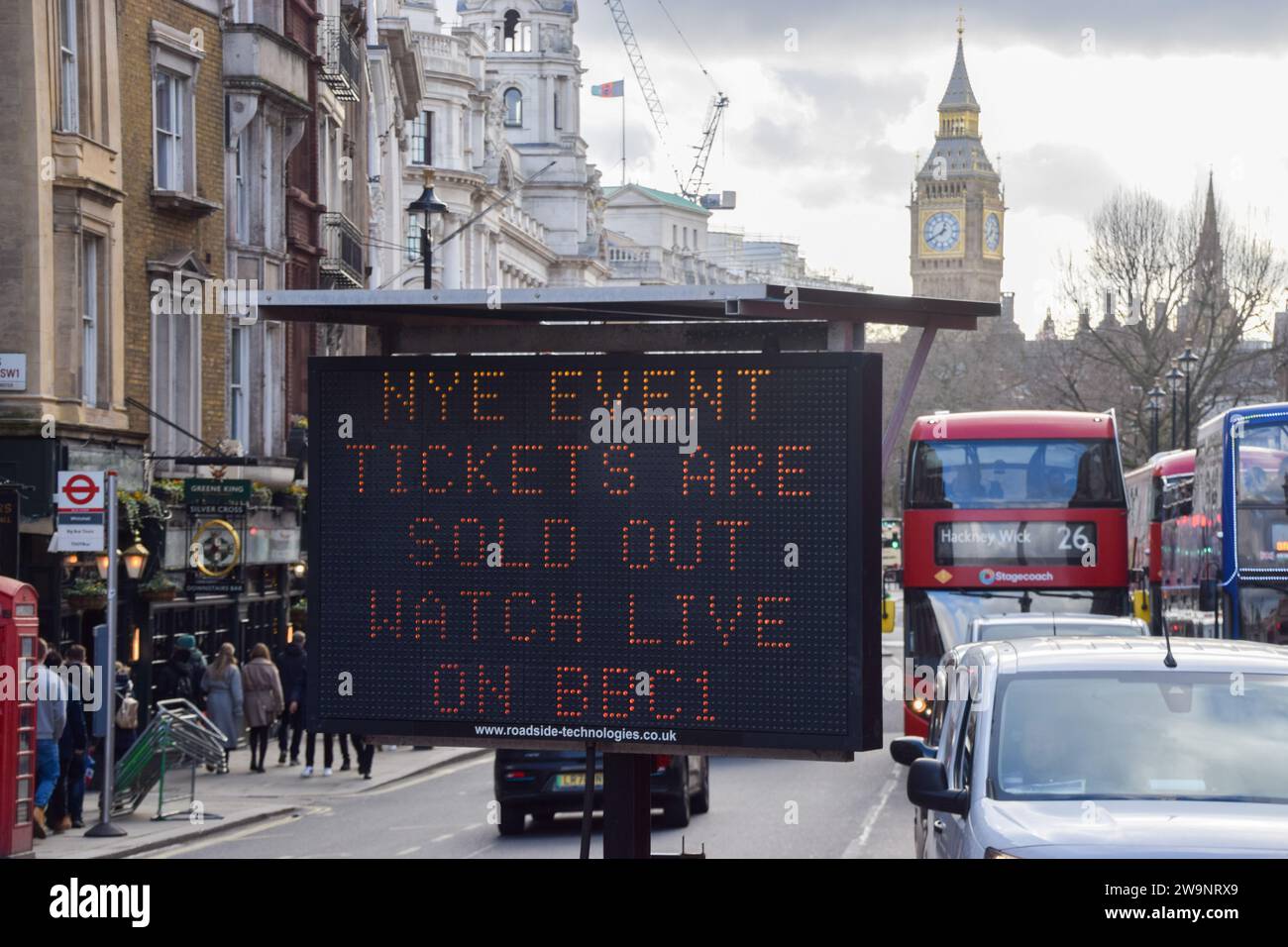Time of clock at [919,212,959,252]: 12:40
